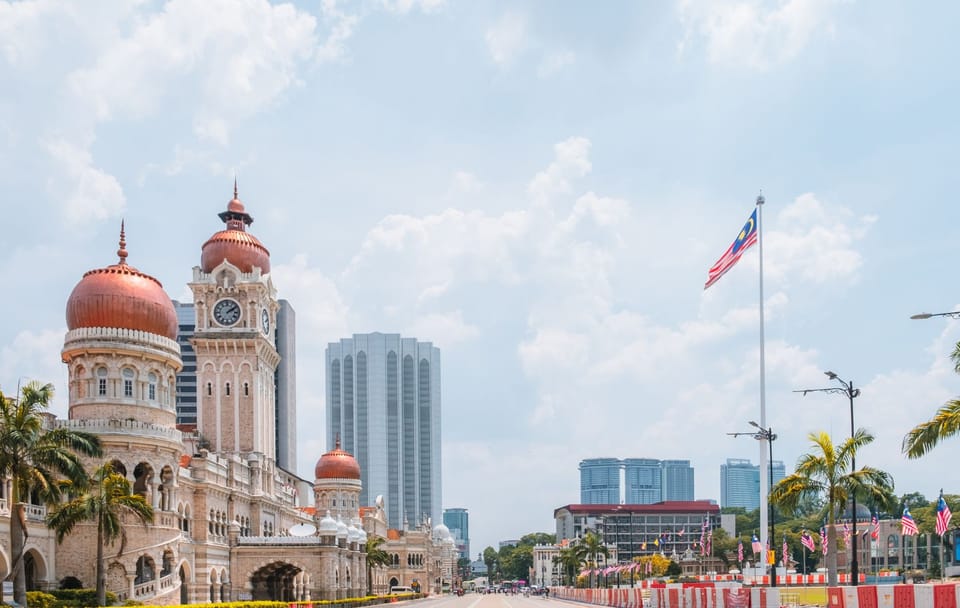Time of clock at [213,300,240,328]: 2:09
